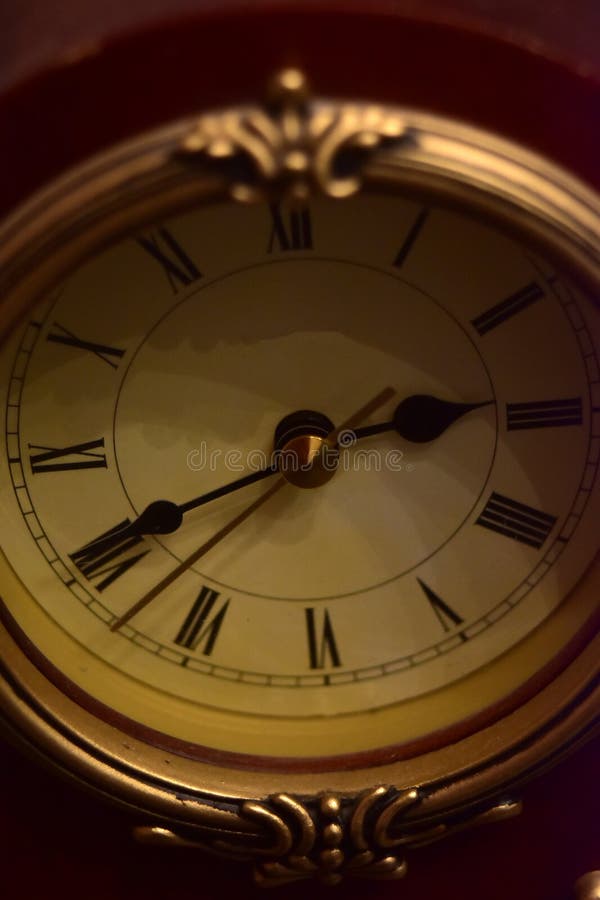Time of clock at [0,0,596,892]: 2:40
